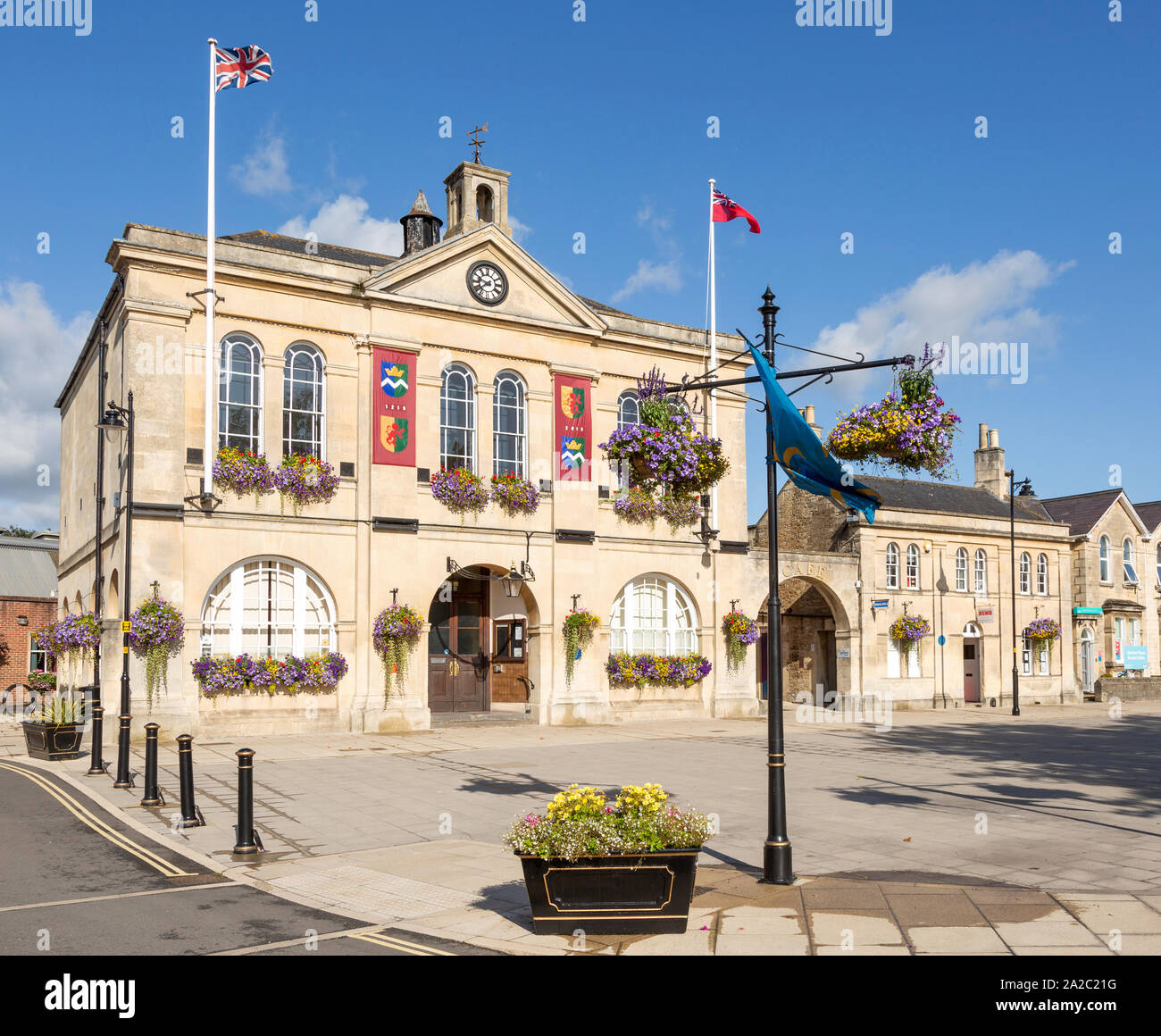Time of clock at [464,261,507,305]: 9:38
